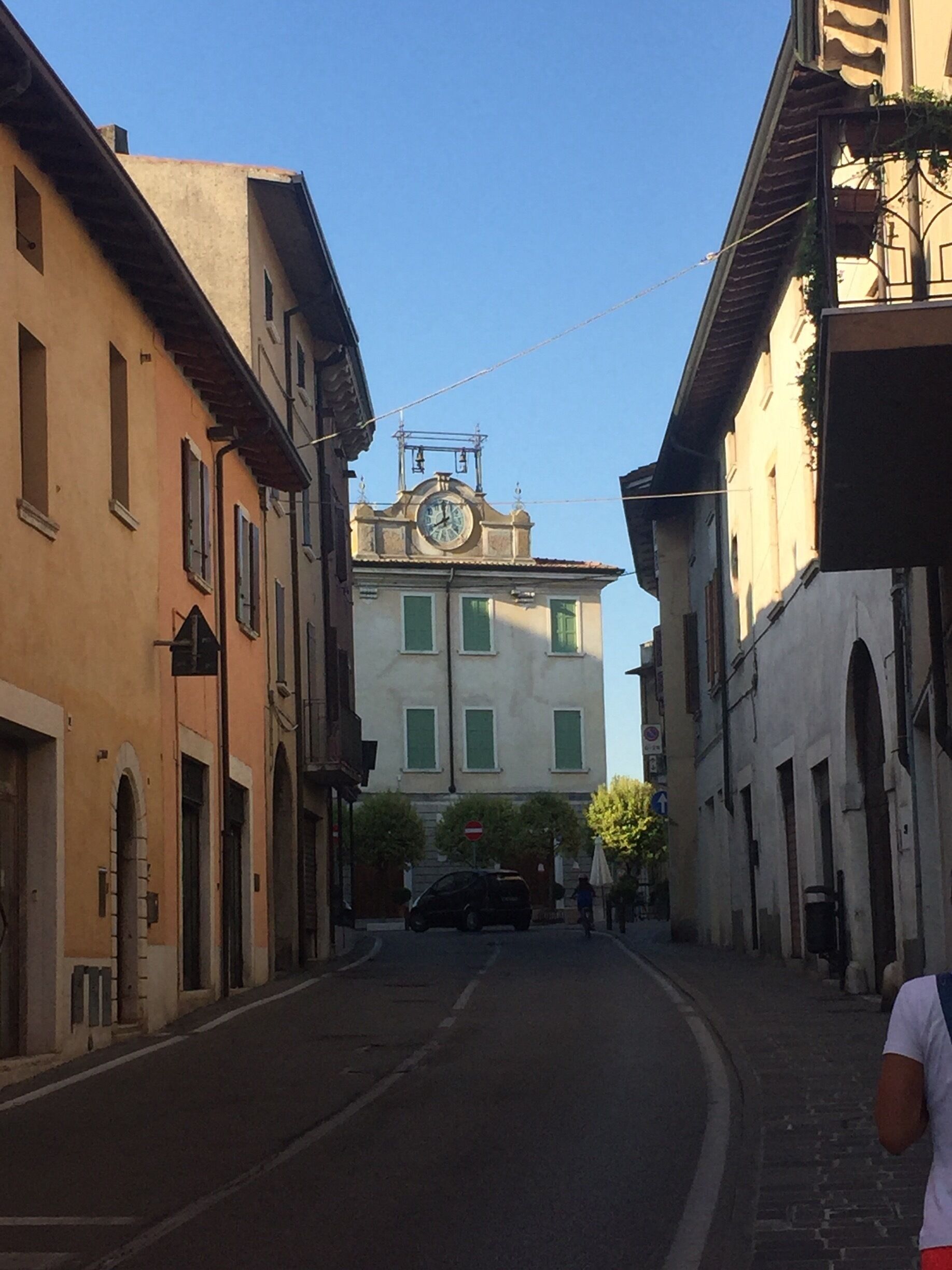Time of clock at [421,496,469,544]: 7:59
